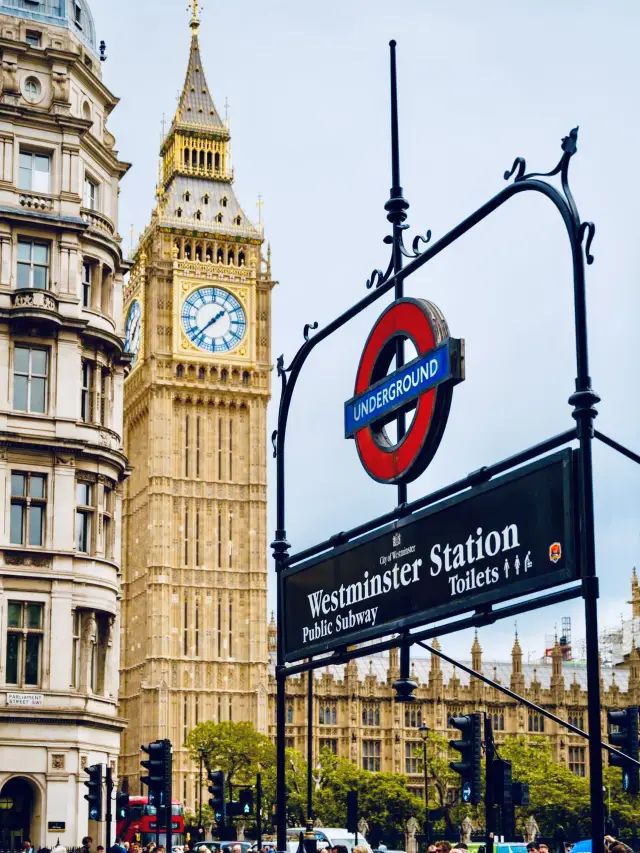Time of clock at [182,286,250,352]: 1:37
